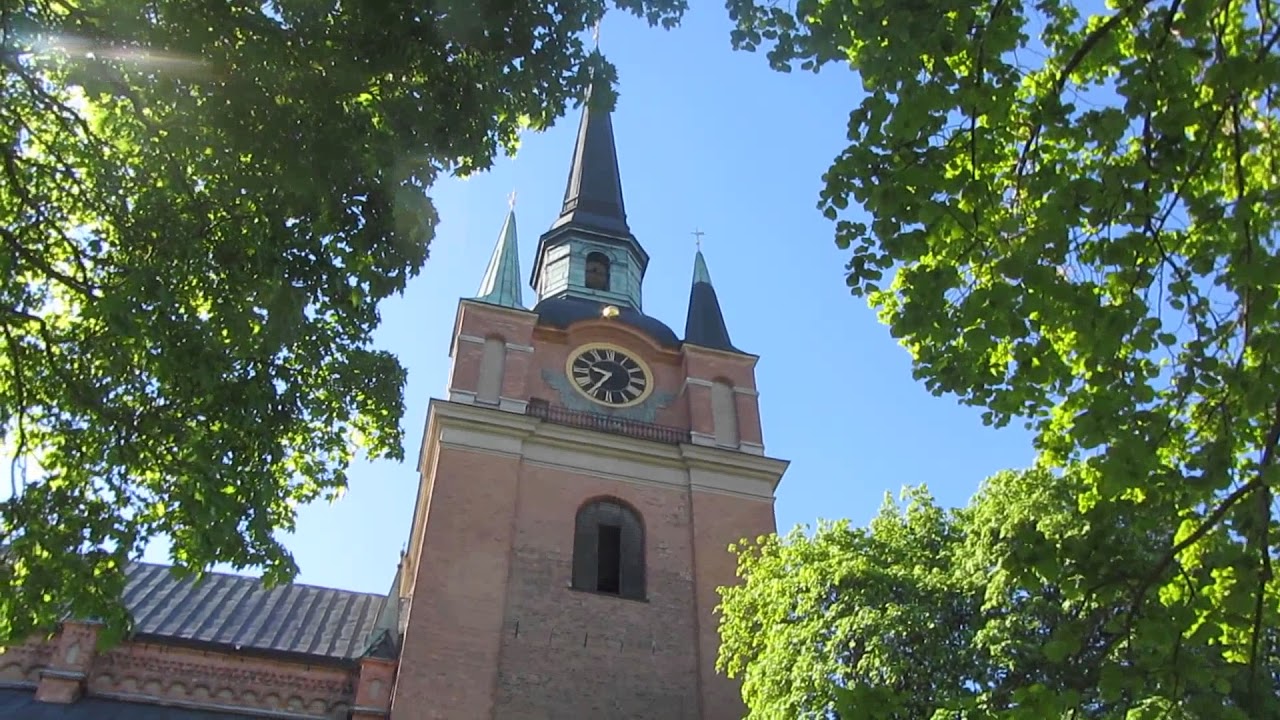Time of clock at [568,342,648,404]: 9:35
